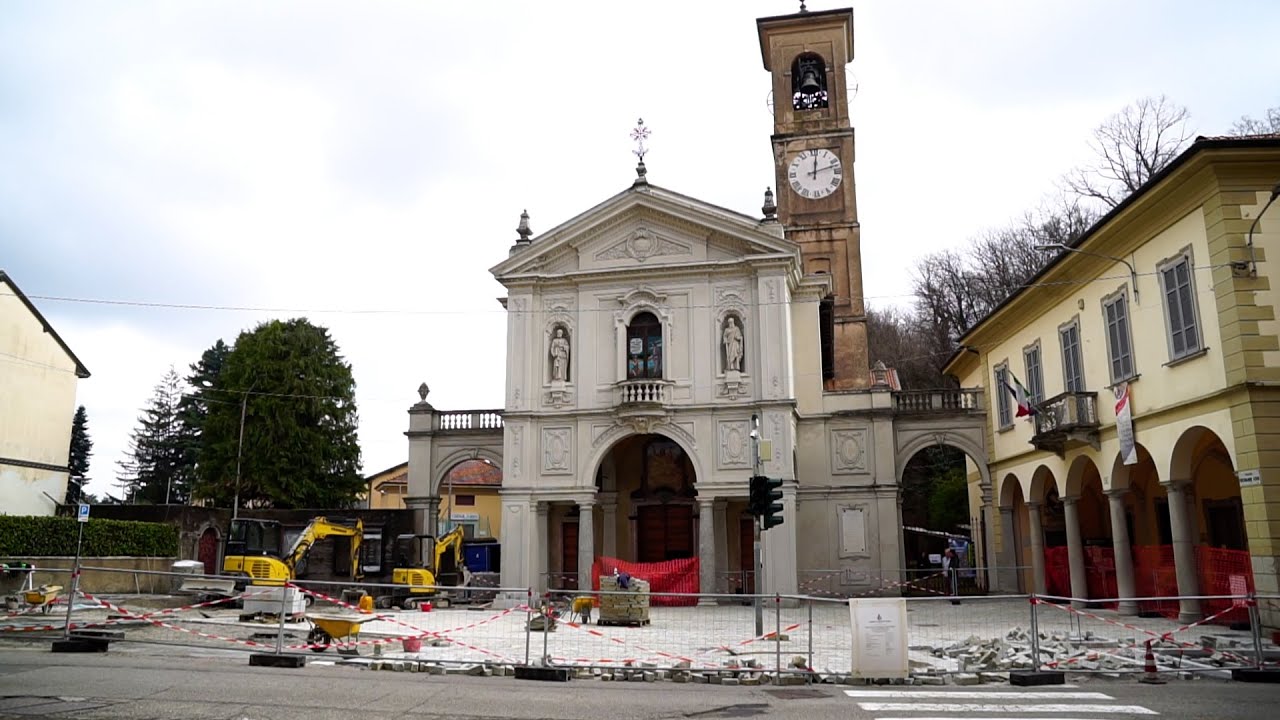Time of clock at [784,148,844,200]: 12:12
